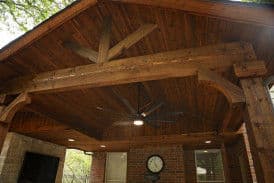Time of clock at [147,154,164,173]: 4:57
